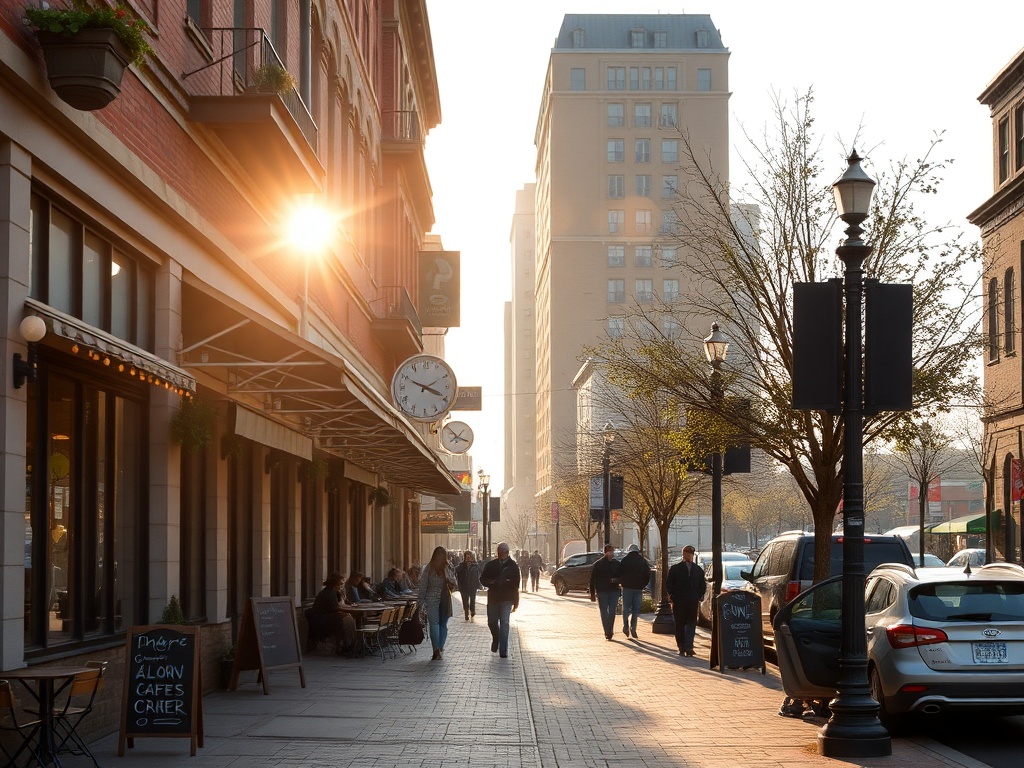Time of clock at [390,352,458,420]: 3:49
